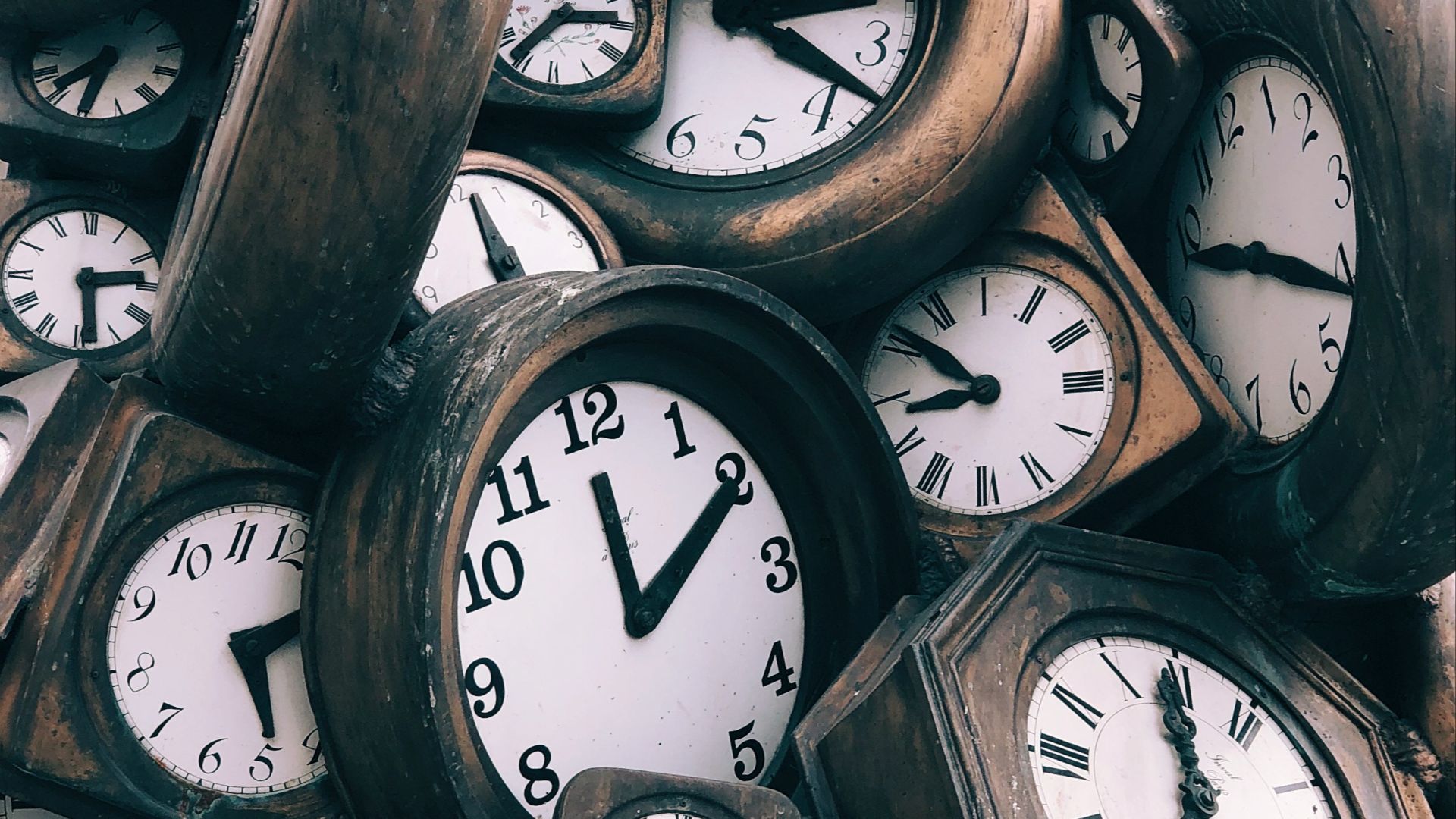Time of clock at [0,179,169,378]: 2:29
